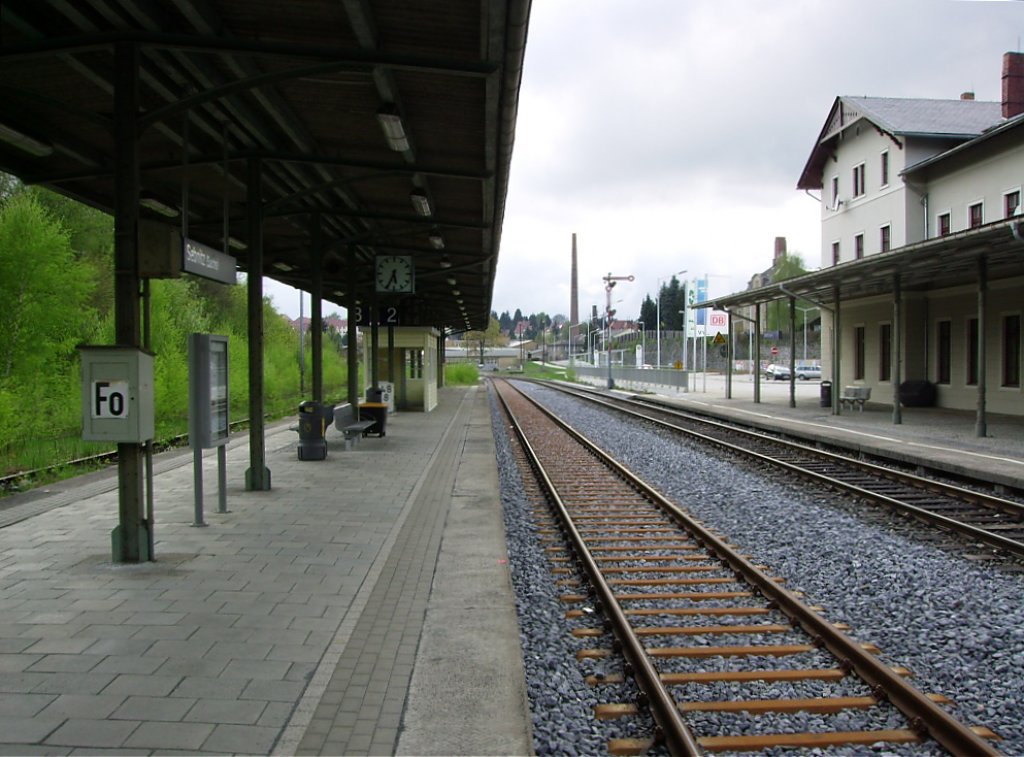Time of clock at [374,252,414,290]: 5:34
